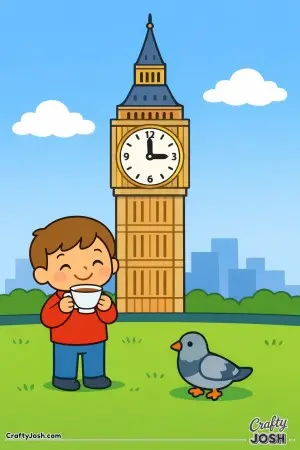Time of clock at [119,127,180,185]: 2:59
